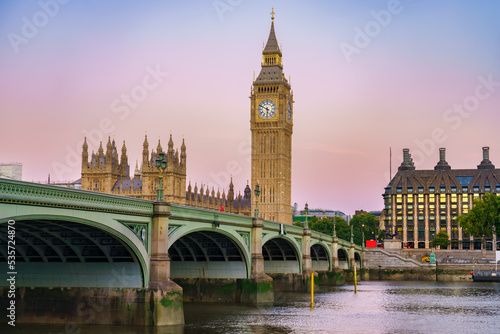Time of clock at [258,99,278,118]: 5:49
